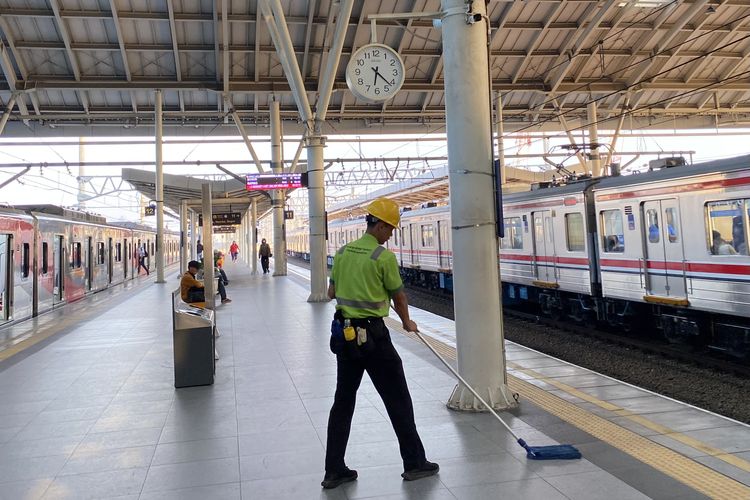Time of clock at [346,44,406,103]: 6:22
